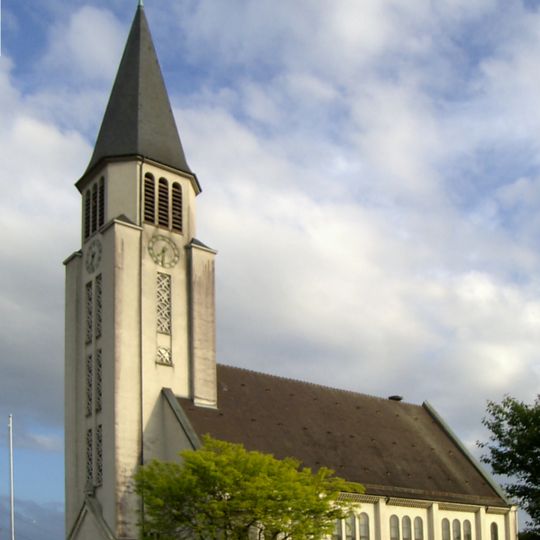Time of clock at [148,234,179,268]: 7:31
